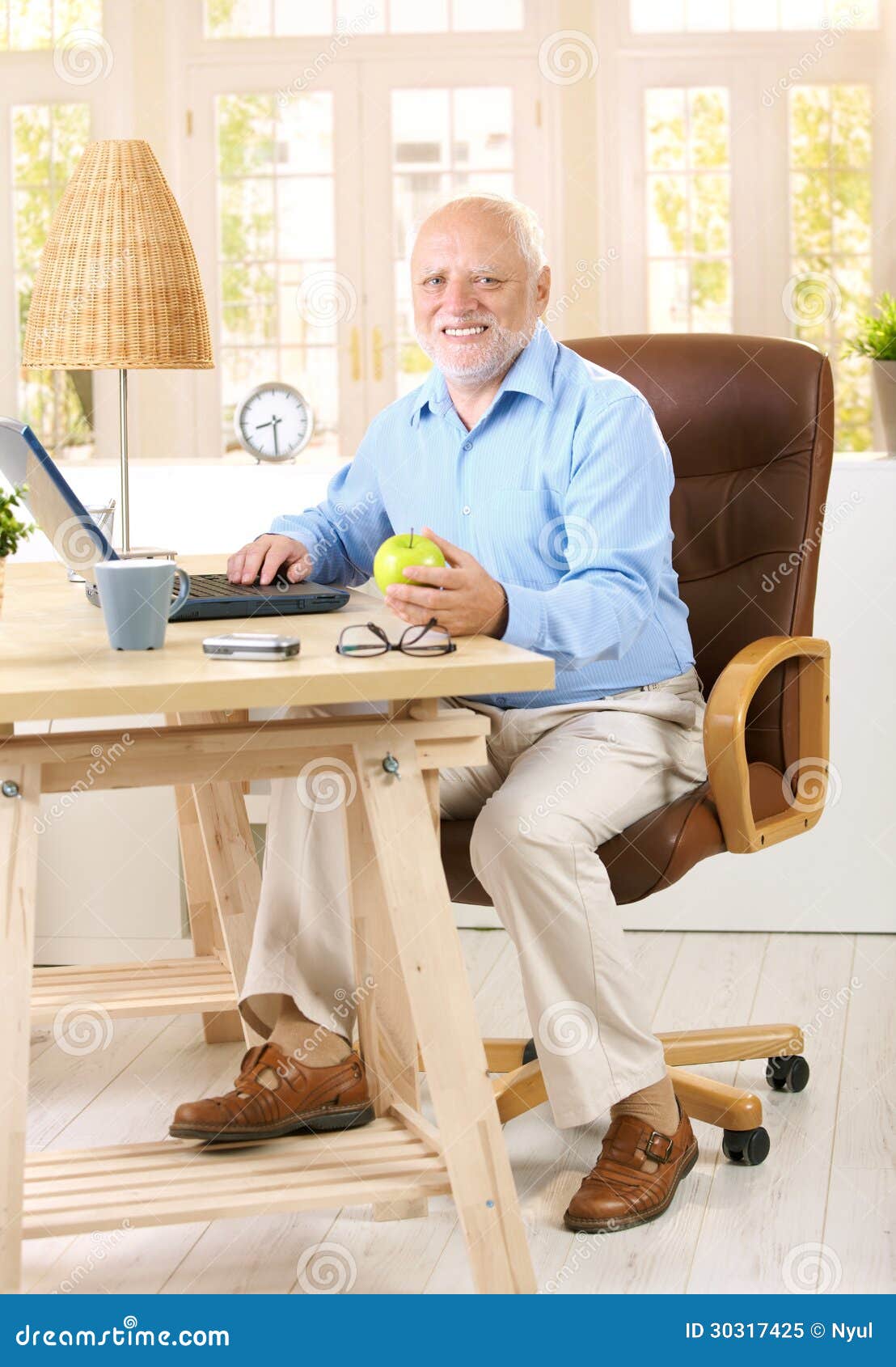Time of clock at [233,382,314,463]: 8:29
